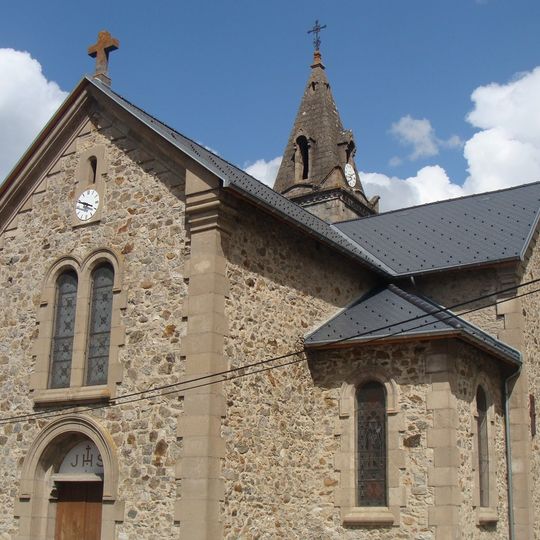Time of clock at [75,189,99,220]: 3:48
